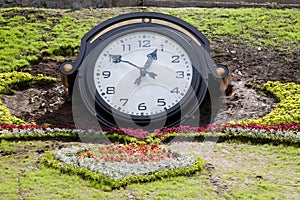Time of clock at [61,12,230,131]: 12:50
